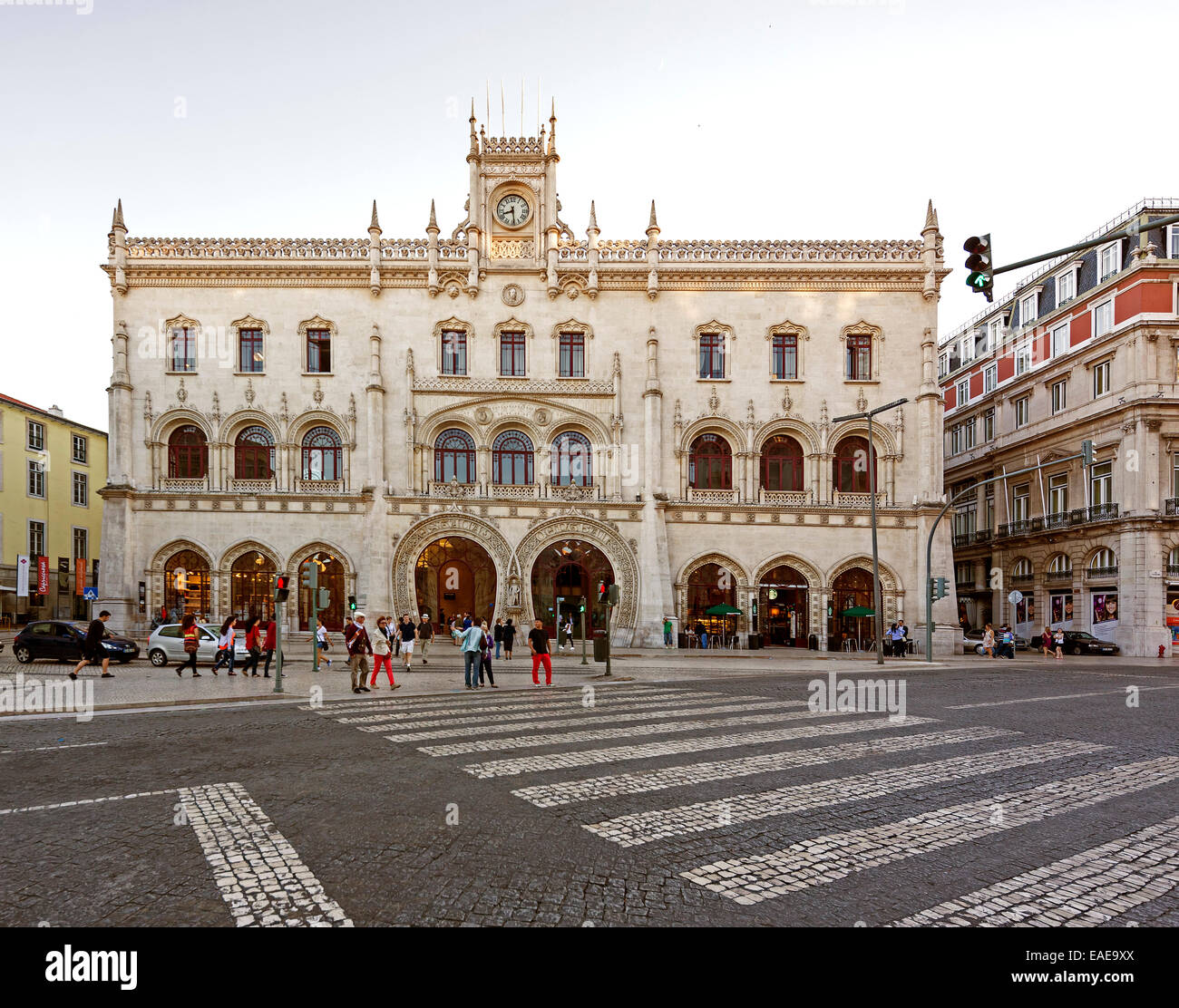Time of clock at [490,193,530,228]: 8:29
